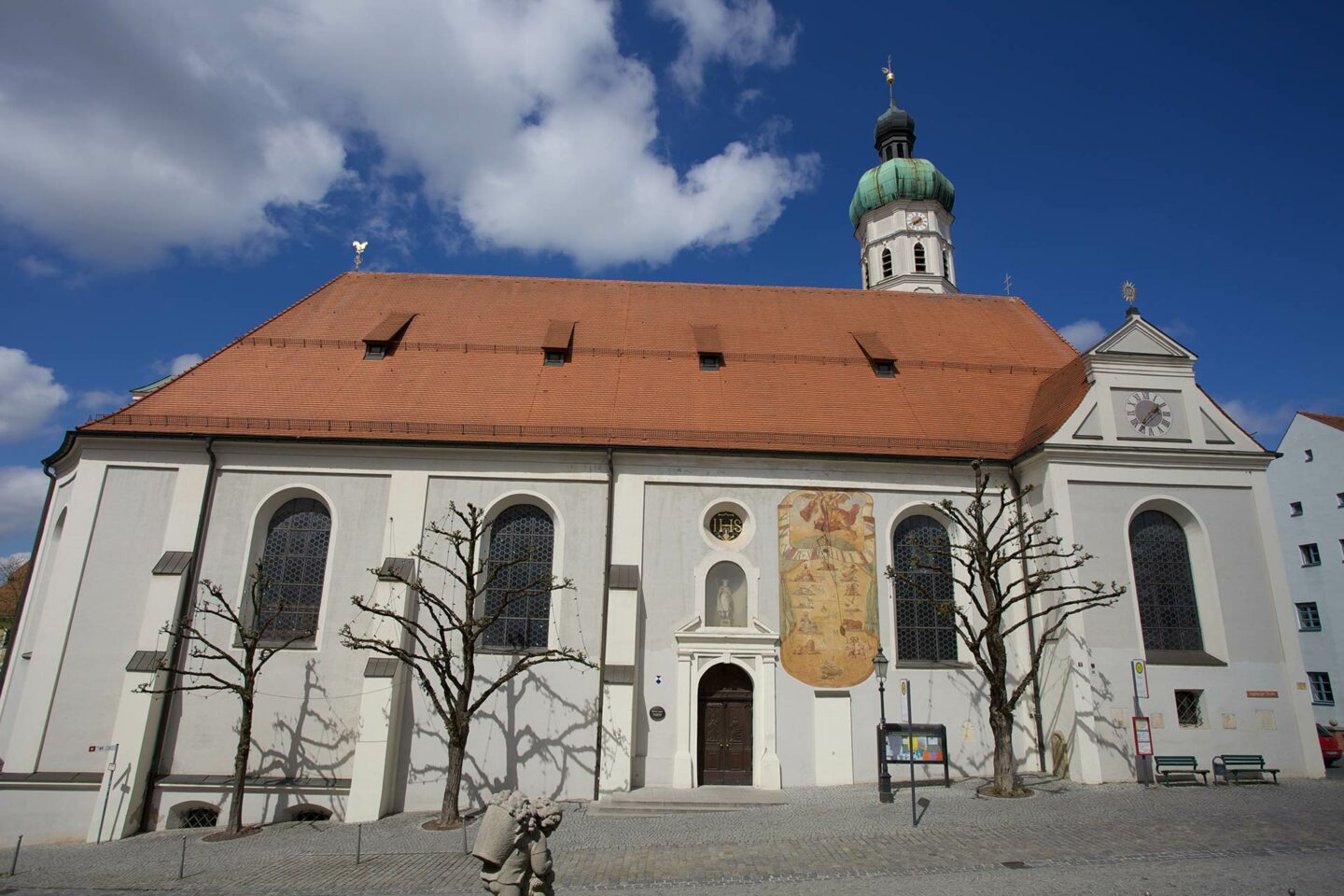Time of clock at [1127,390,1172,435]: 1:37
